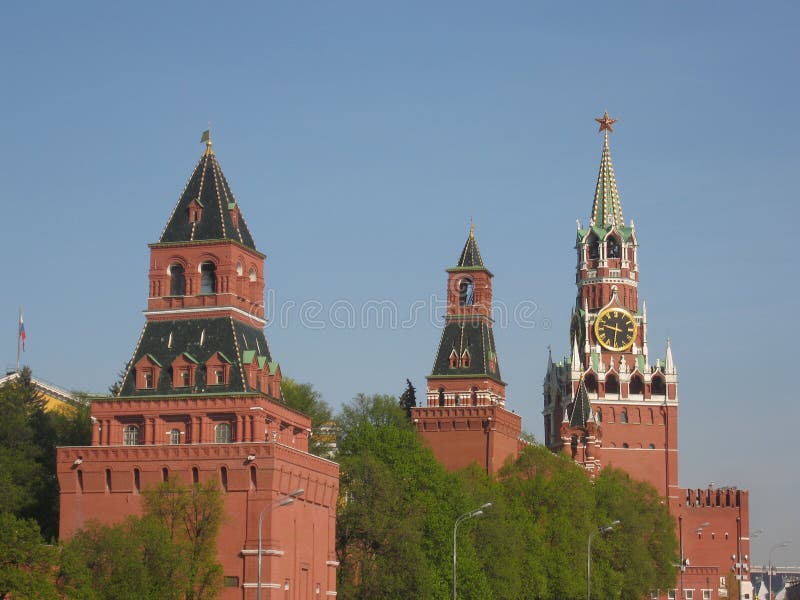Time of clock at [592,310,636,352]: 9:30
